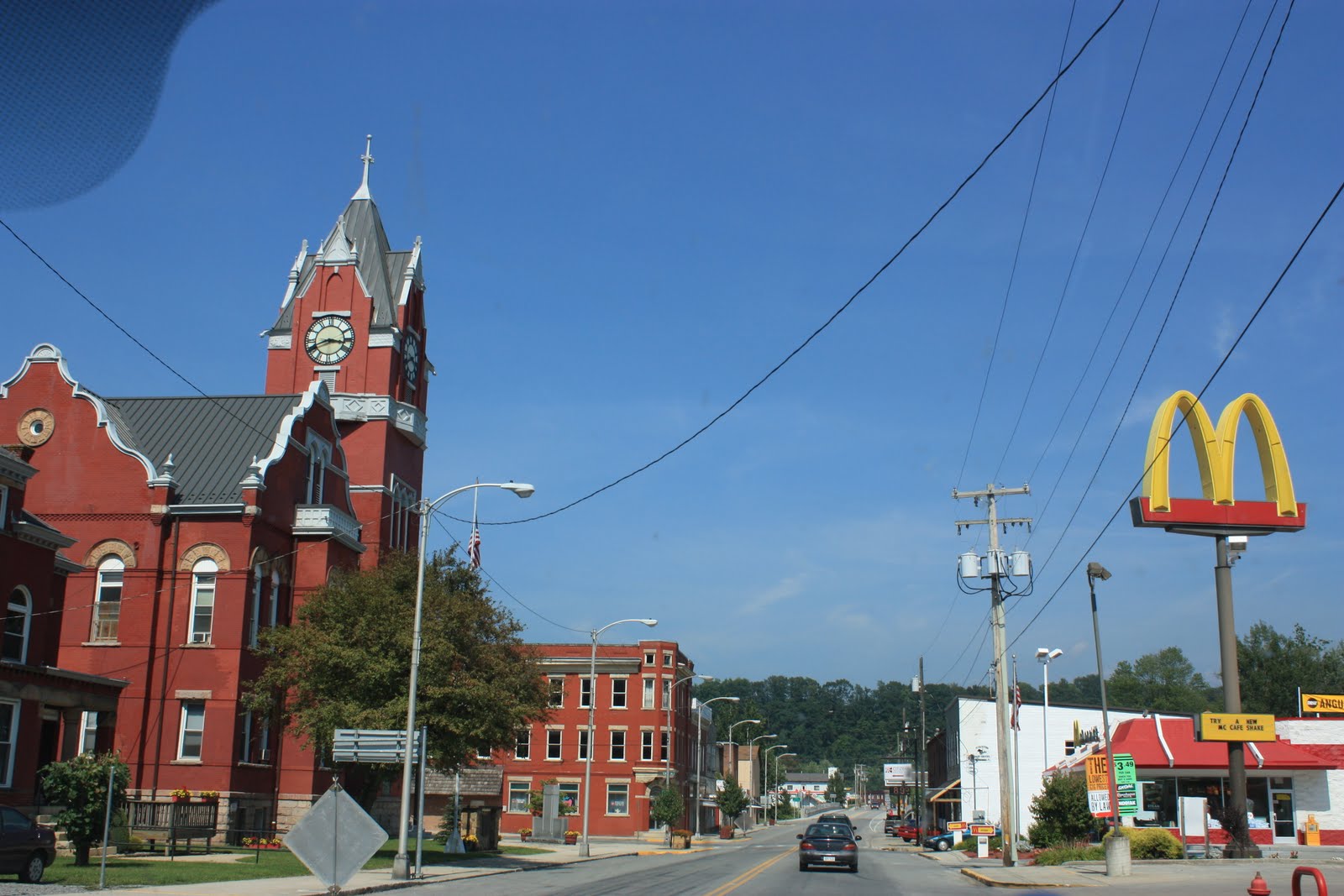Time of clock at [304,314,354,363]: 8:16
